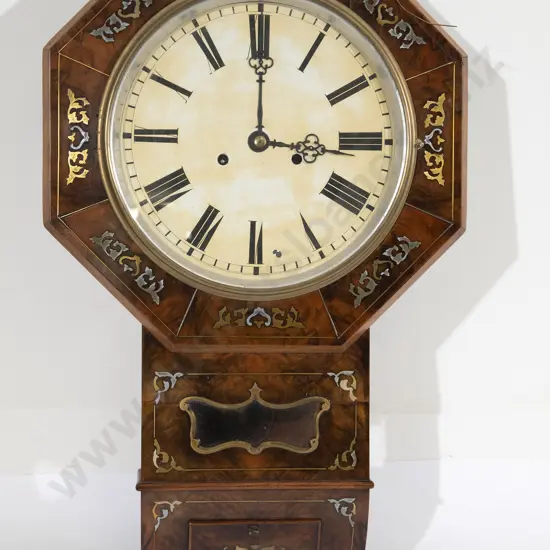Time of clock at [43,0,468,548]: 3:00
